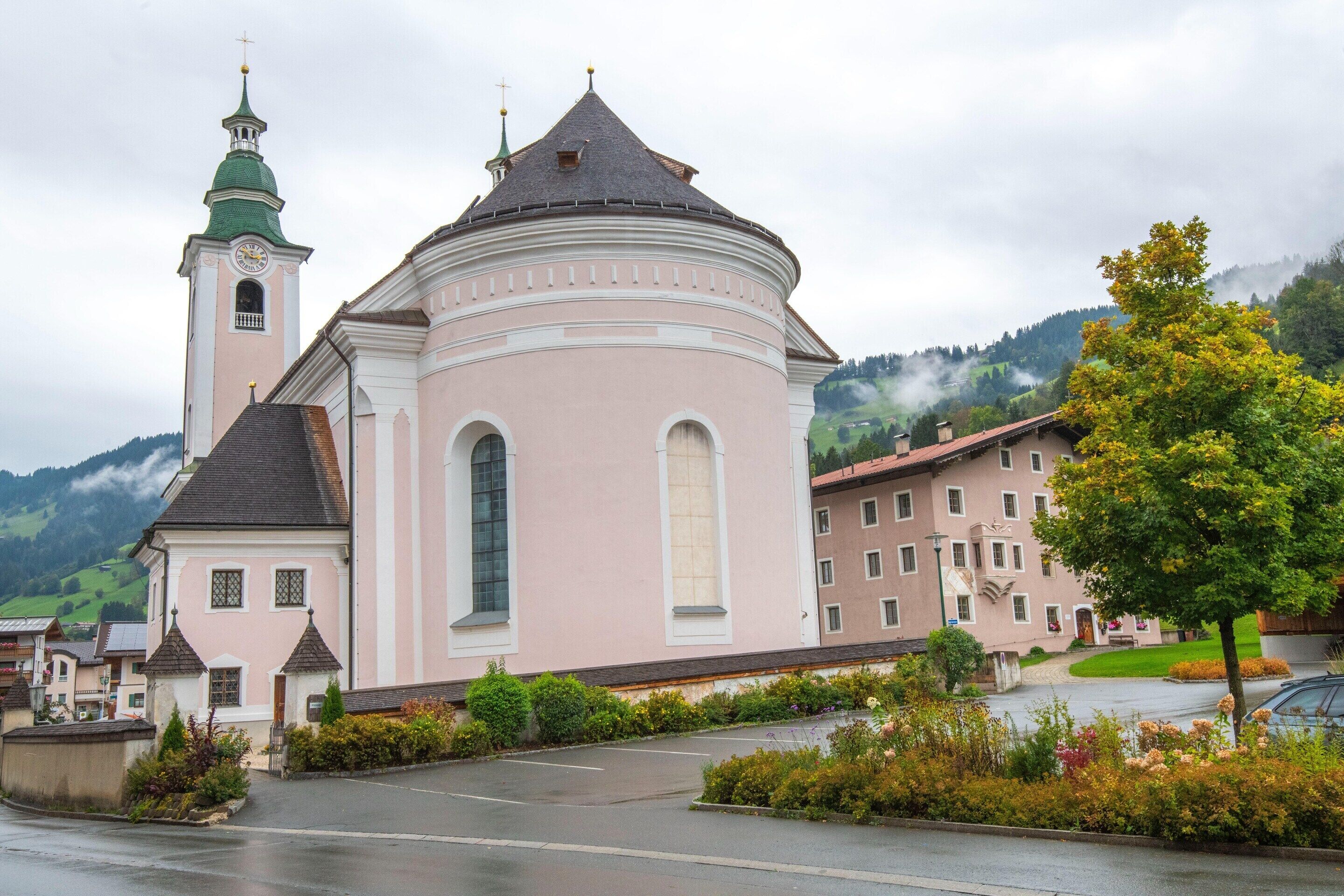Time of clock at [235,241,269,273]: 2:52
